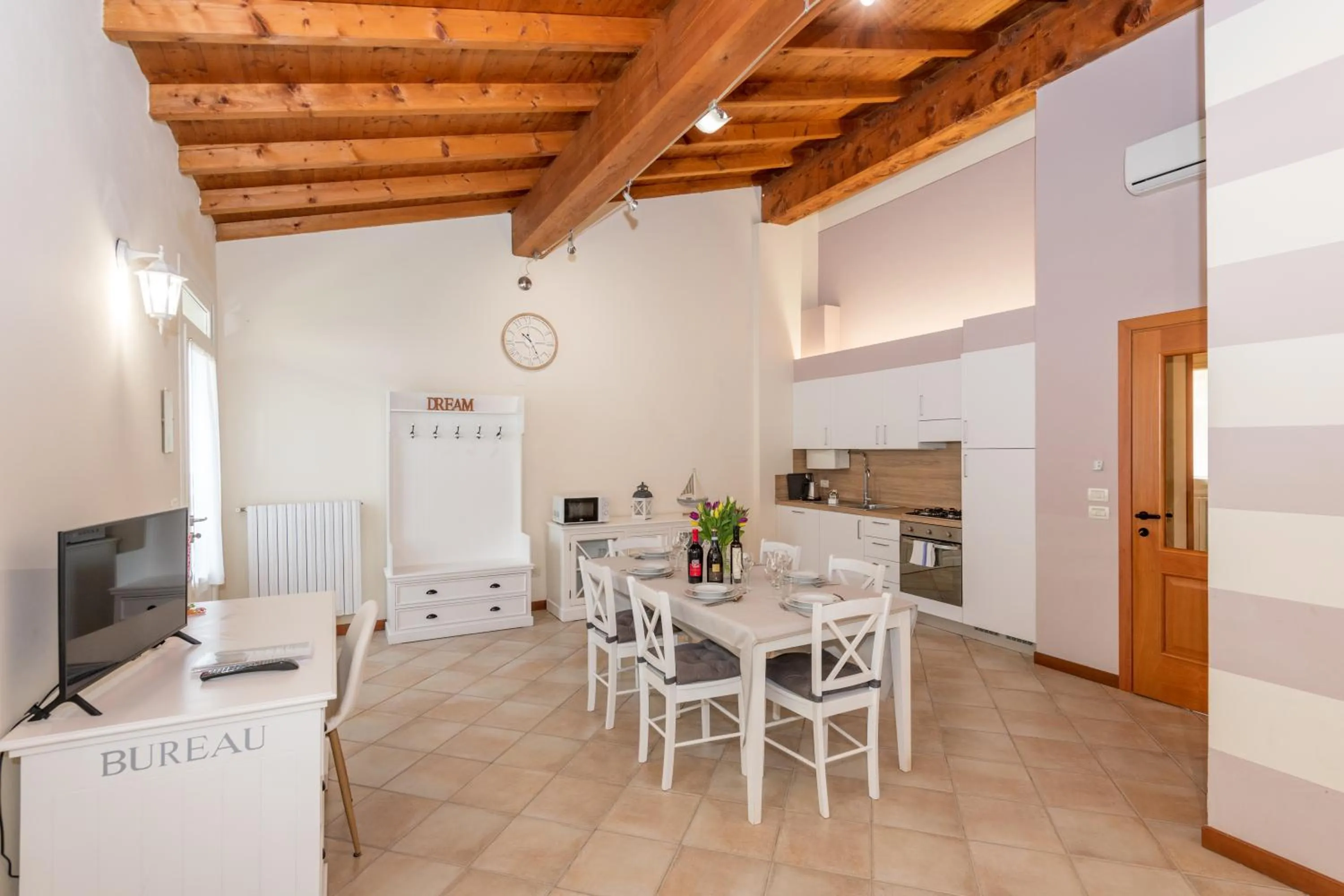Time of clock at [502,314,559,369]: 10:25
